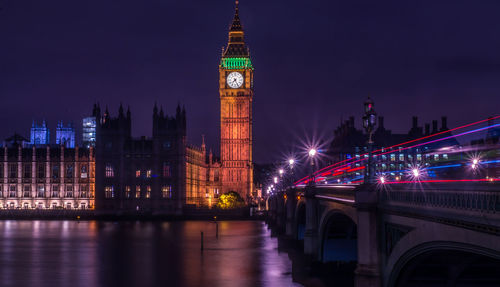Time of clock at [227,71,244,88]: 7:25
